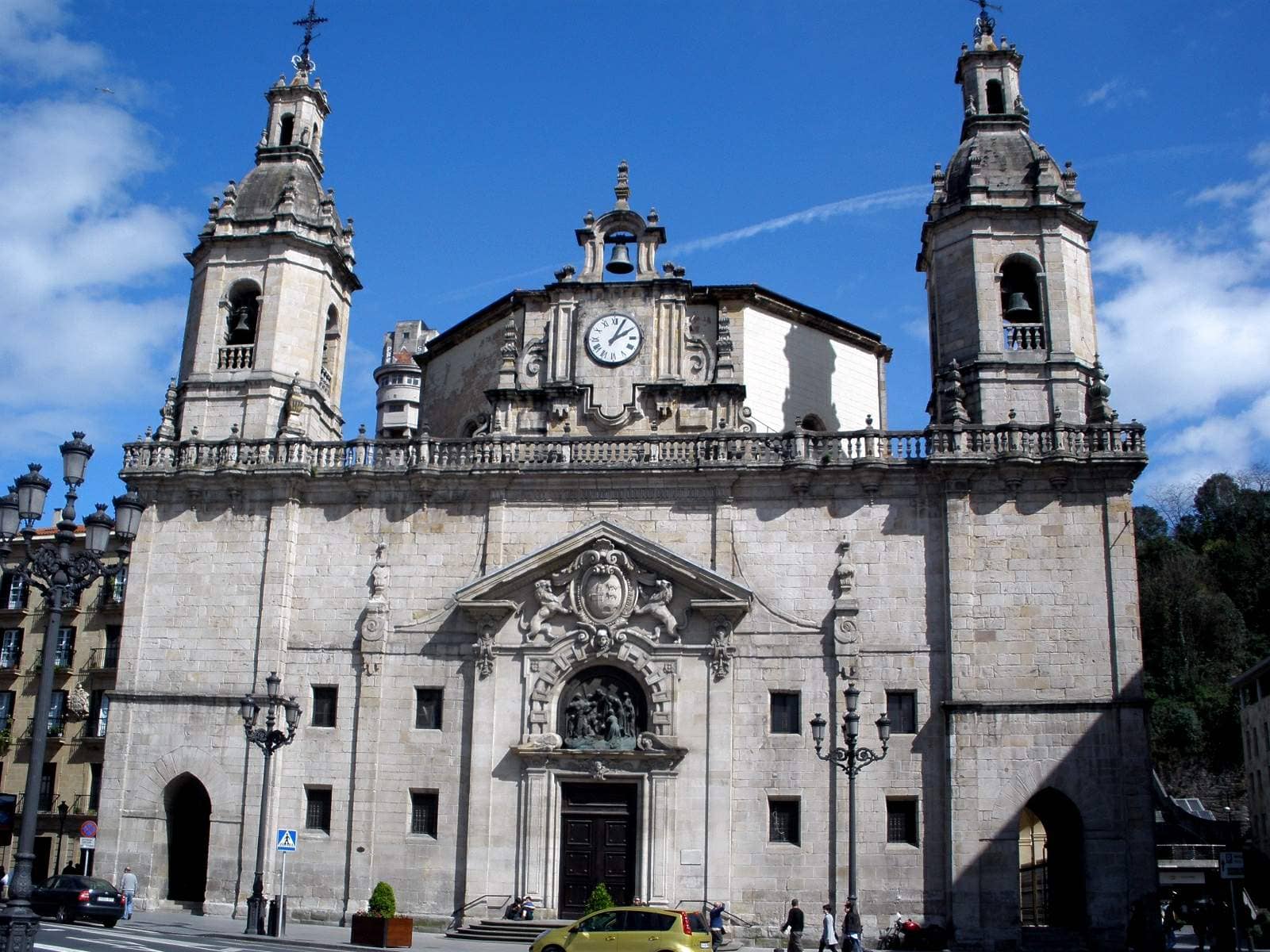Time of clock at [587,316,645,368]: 2:04
